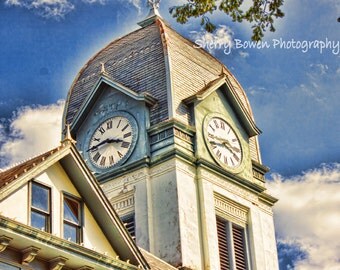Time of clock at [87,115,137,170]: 3:44
